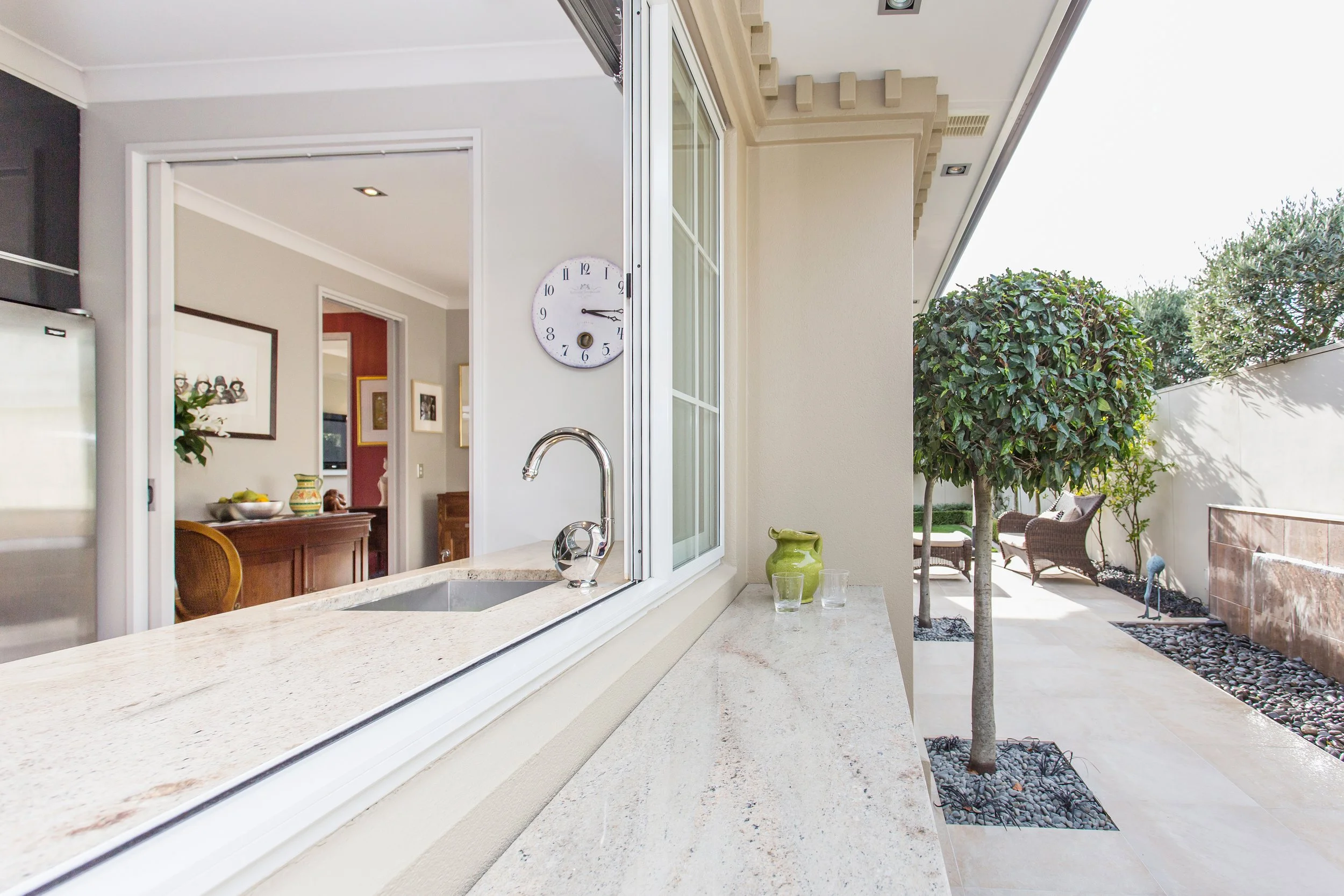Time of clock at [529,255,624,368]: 3:18
